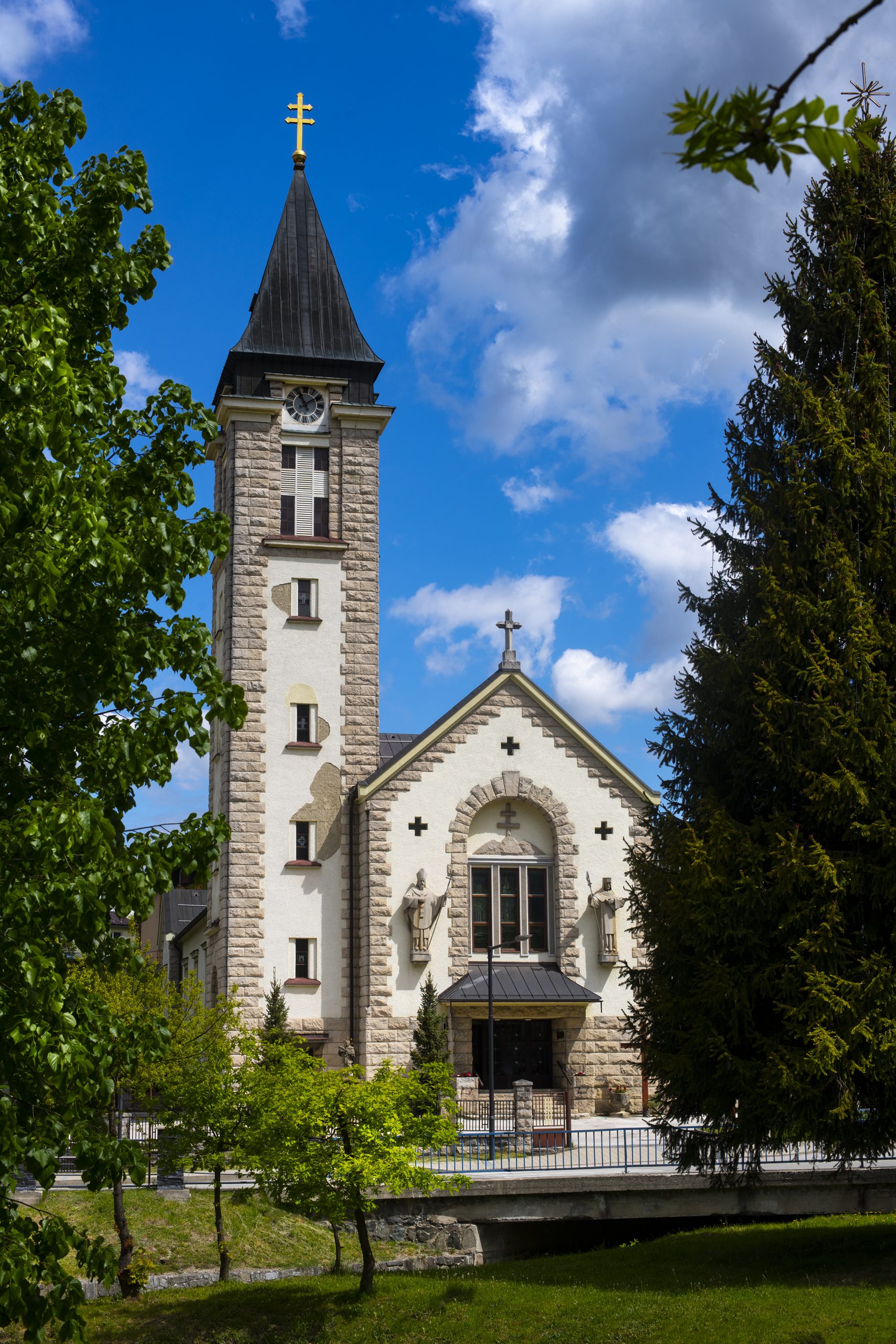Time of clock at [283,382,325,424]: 11:09
